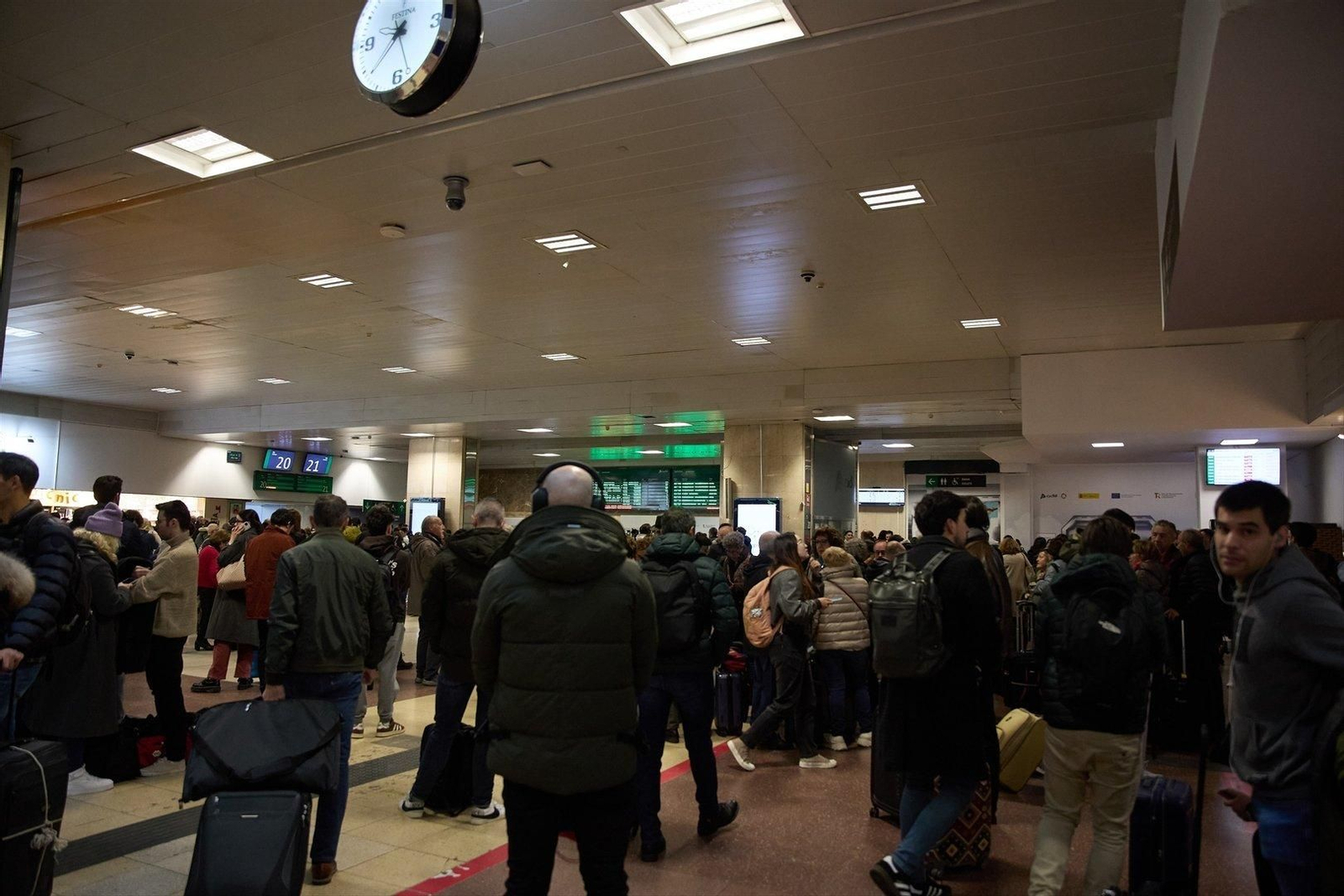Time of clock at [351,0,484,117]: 12:38
